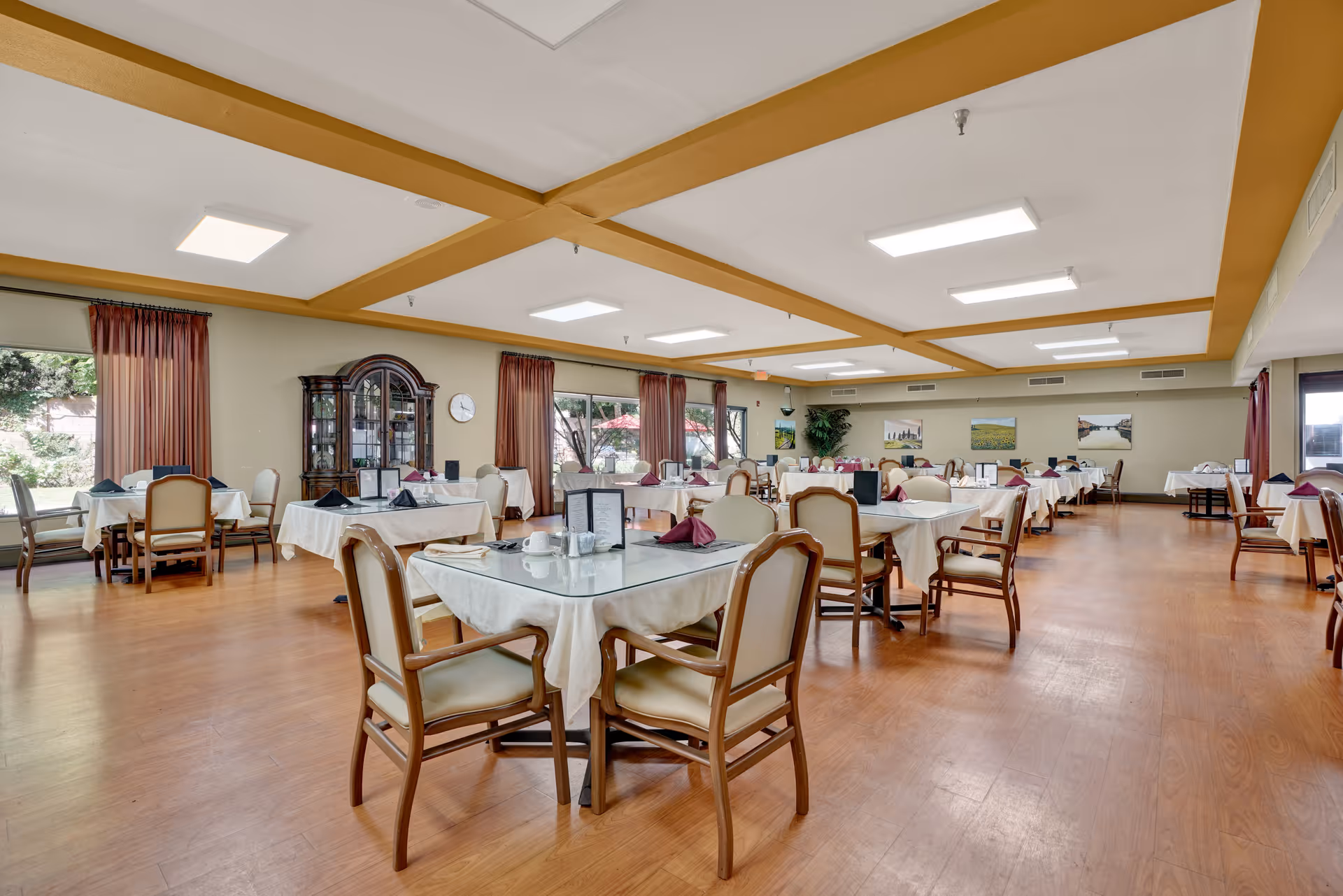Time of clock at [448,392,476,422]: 11:17
